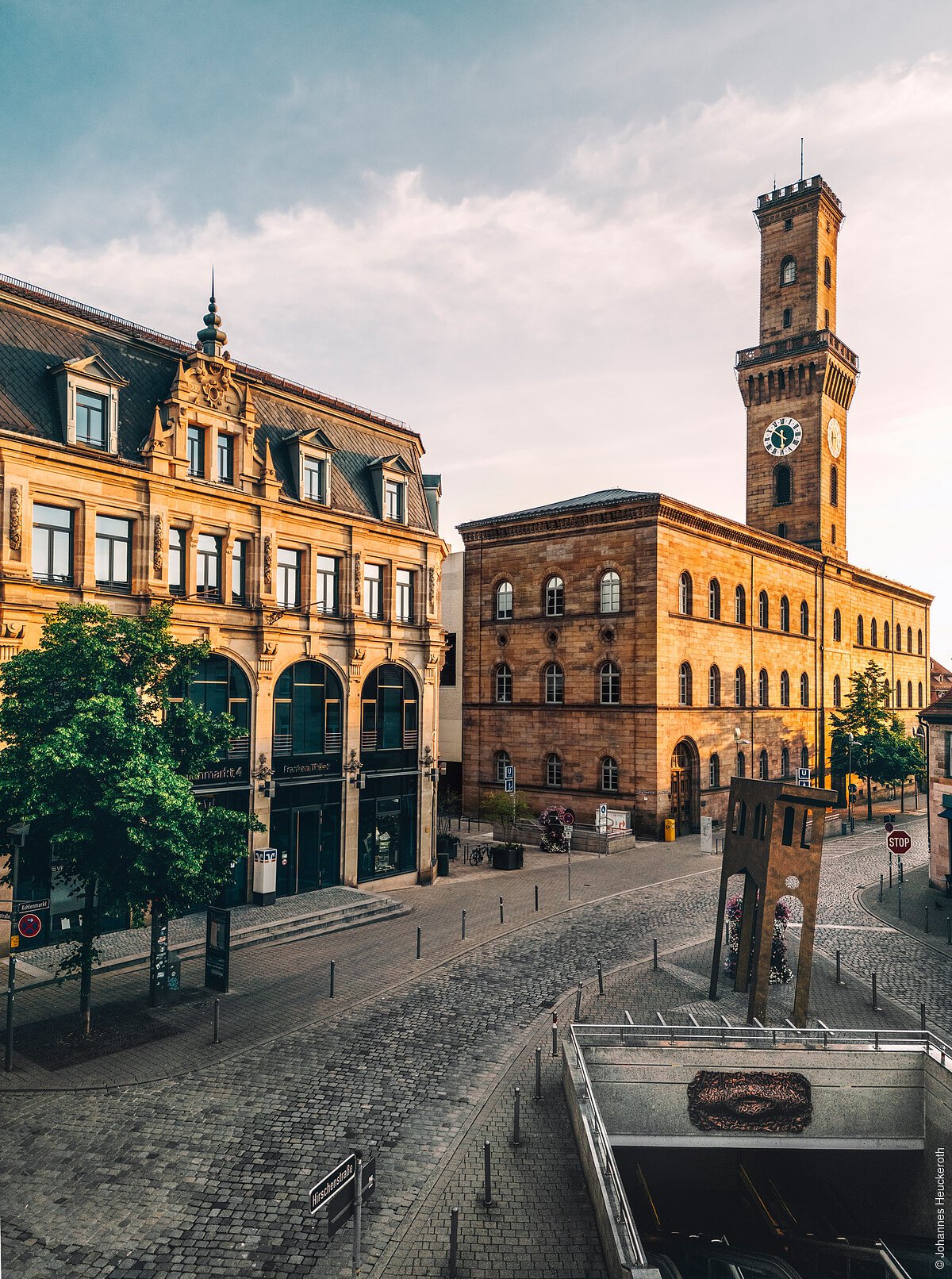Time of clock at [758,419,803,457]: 5:51
